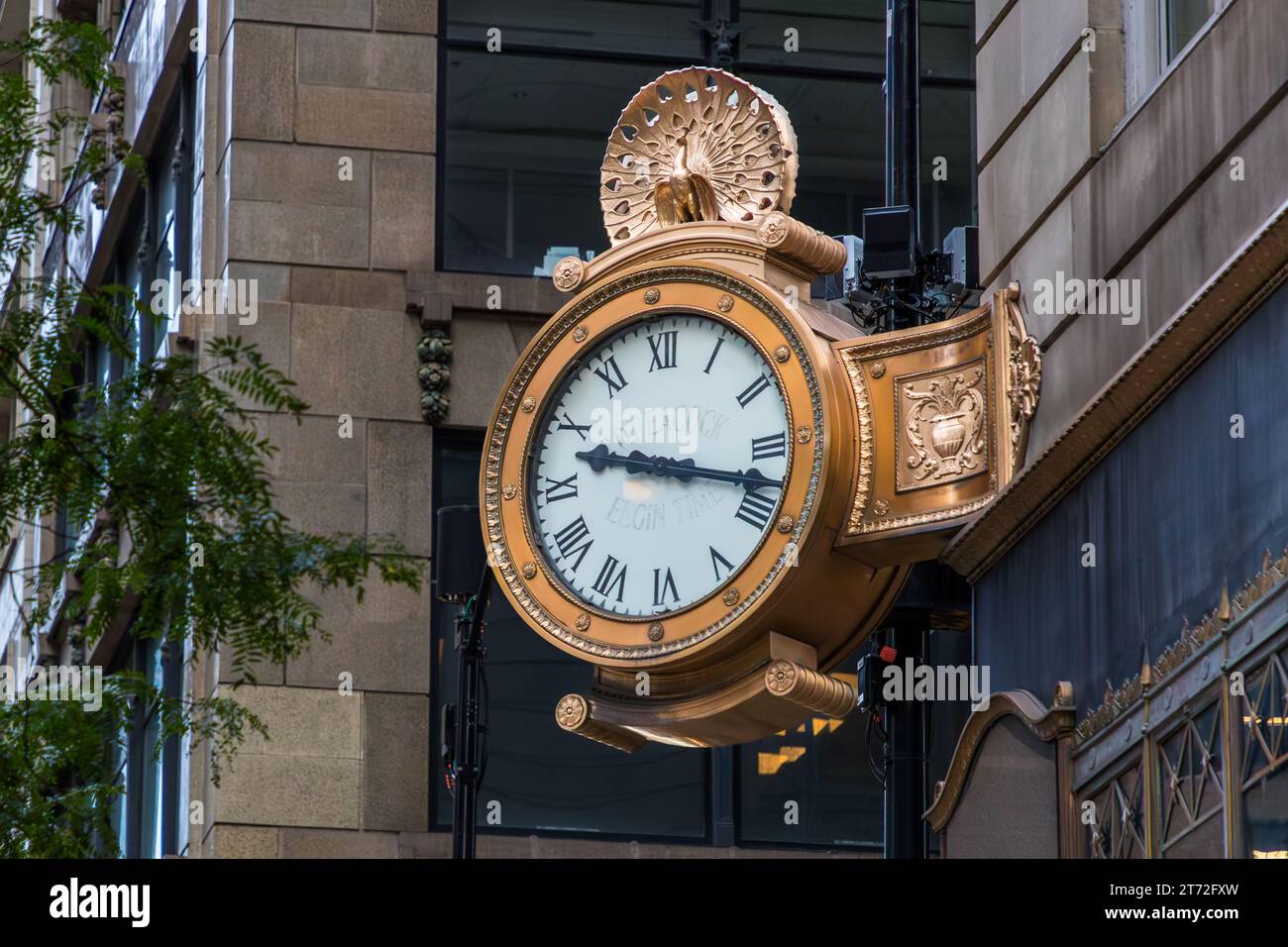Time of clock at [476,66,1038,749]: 9:17
